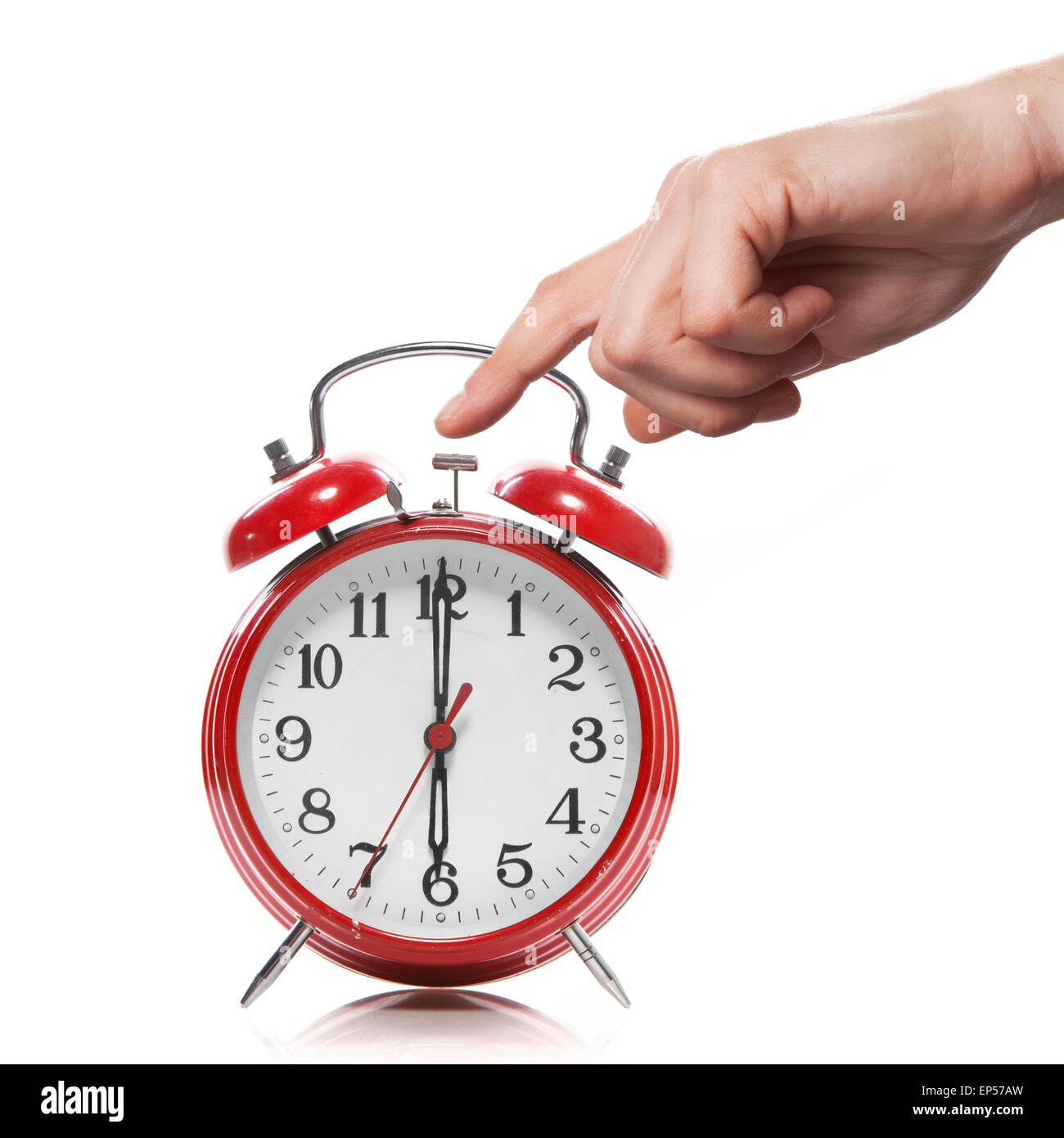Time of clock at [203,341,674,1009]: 6:00
